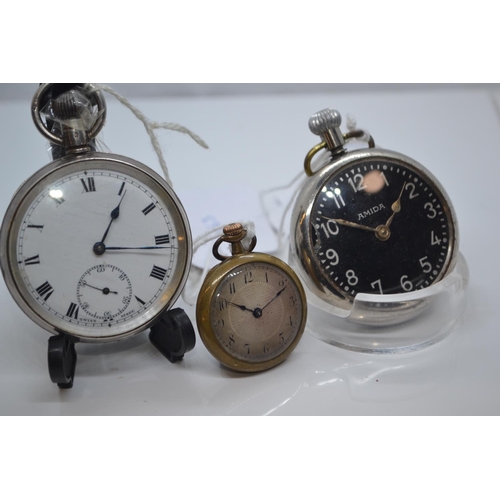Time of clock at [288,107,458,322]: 12:46
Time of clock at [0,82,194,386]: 1:16
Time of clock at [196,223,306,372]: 10:10
